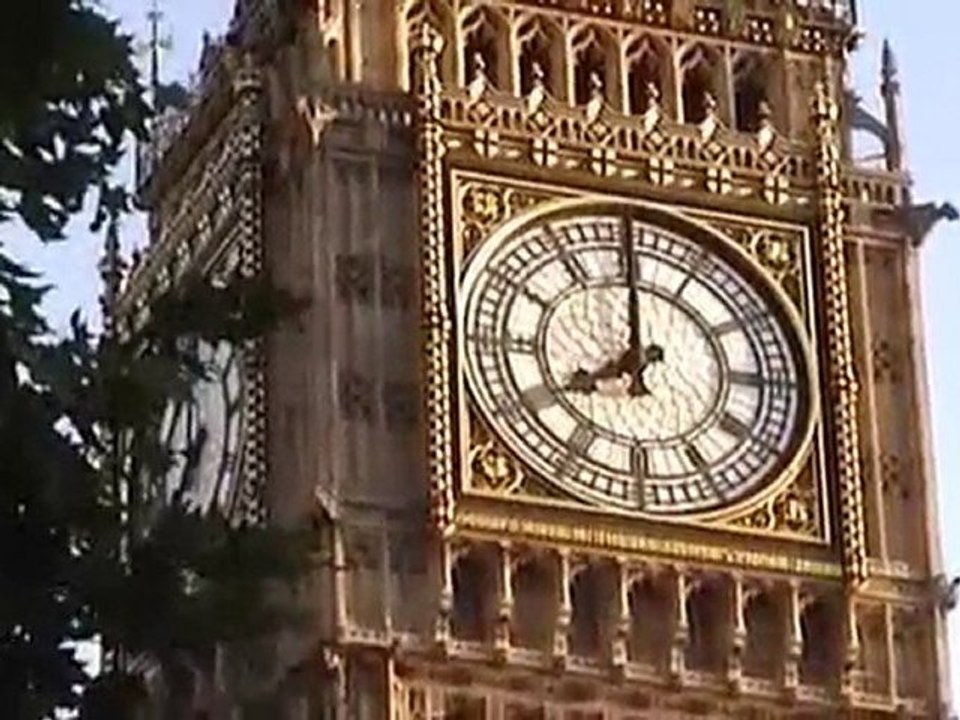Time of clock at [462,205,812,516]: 7:59
